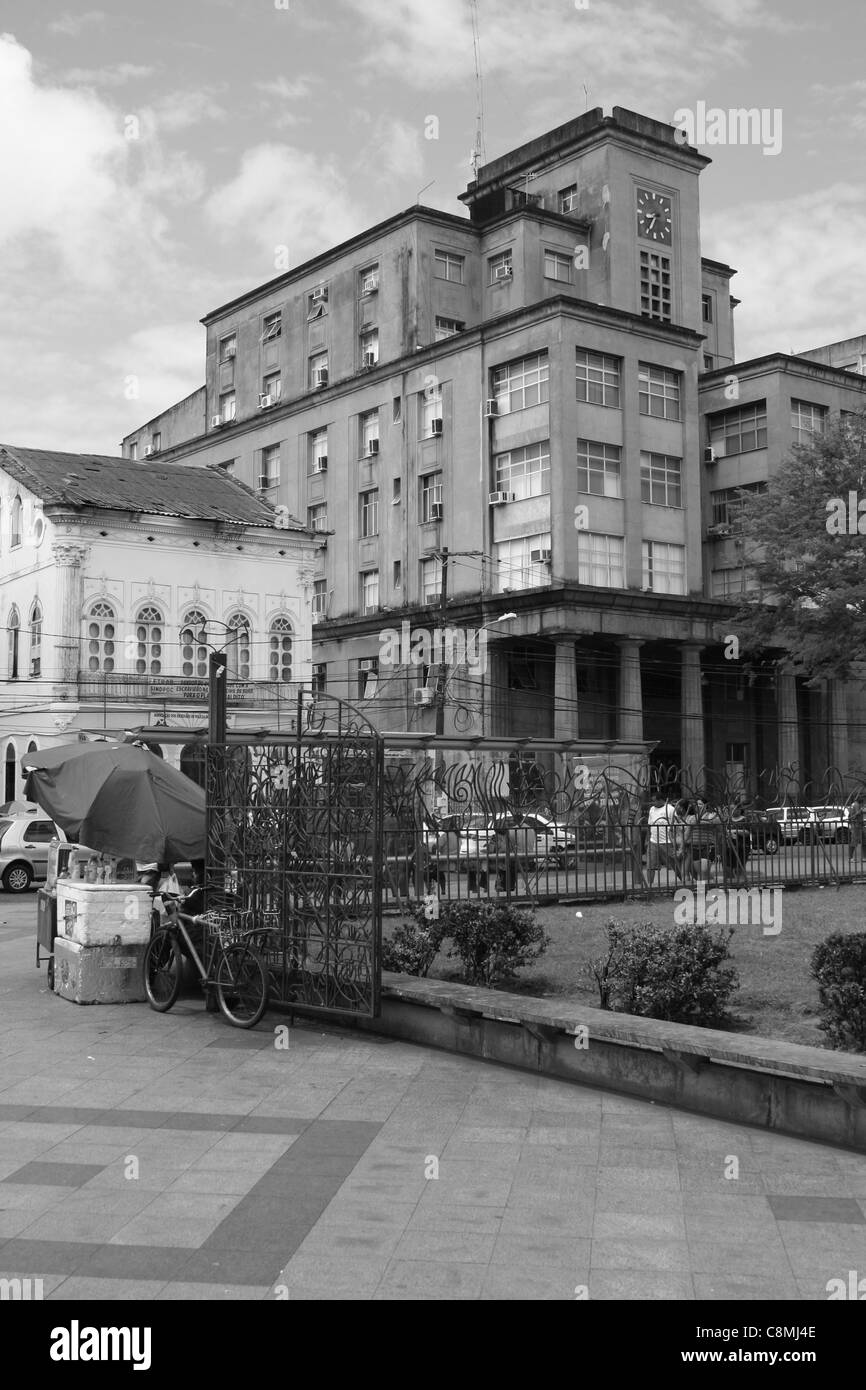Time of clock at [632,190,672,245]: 8:35
